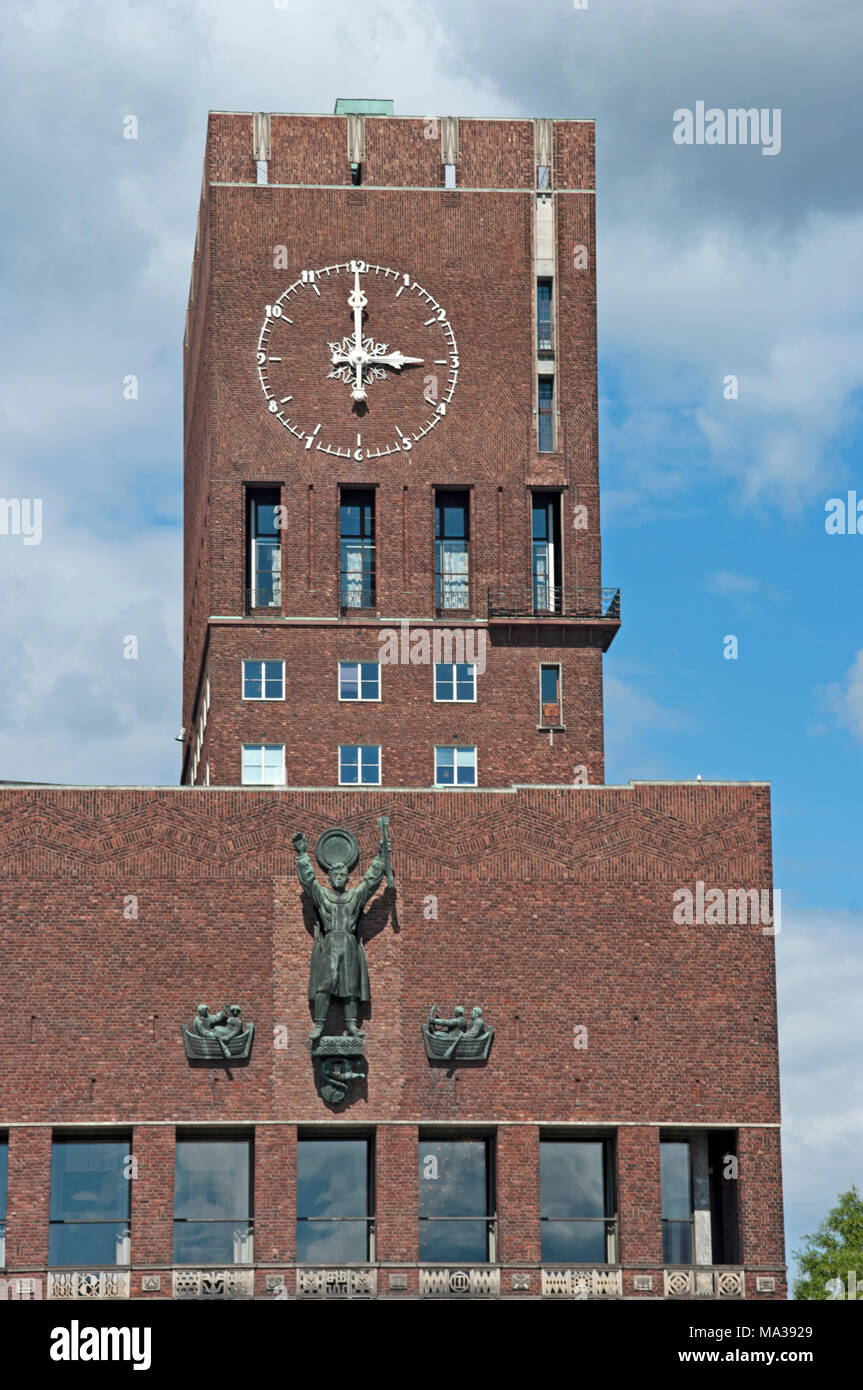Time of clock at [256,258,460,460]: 3:00
